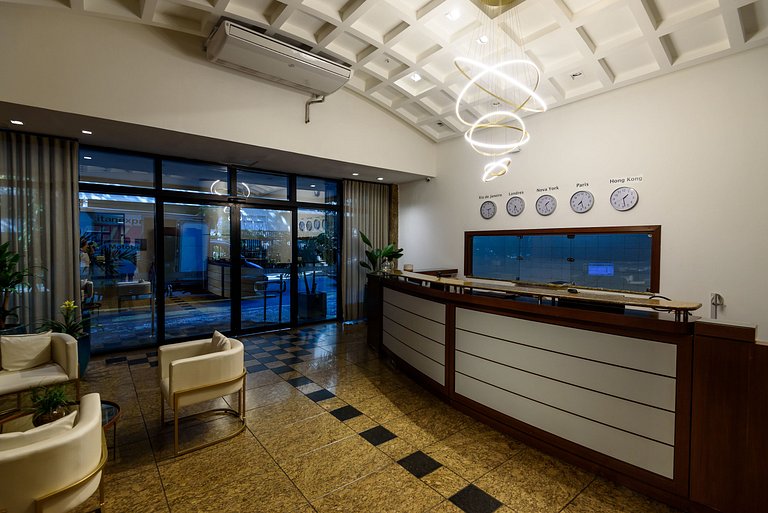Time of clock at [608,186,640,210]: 1:28
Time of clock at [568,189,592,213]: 7:27
